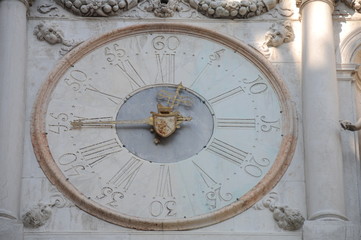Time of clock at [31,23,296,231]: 11:44
